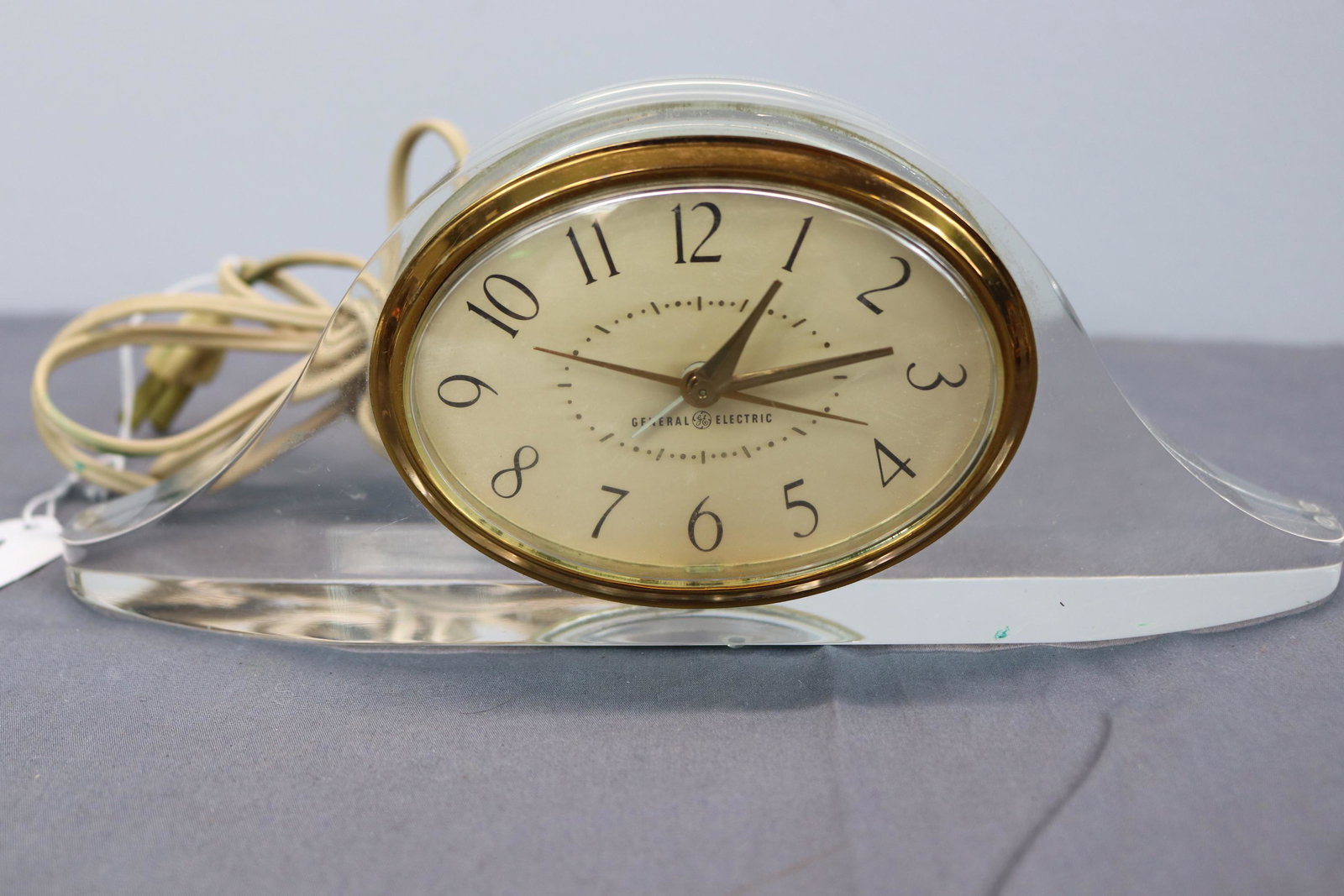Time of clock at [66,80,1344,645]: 1:12
